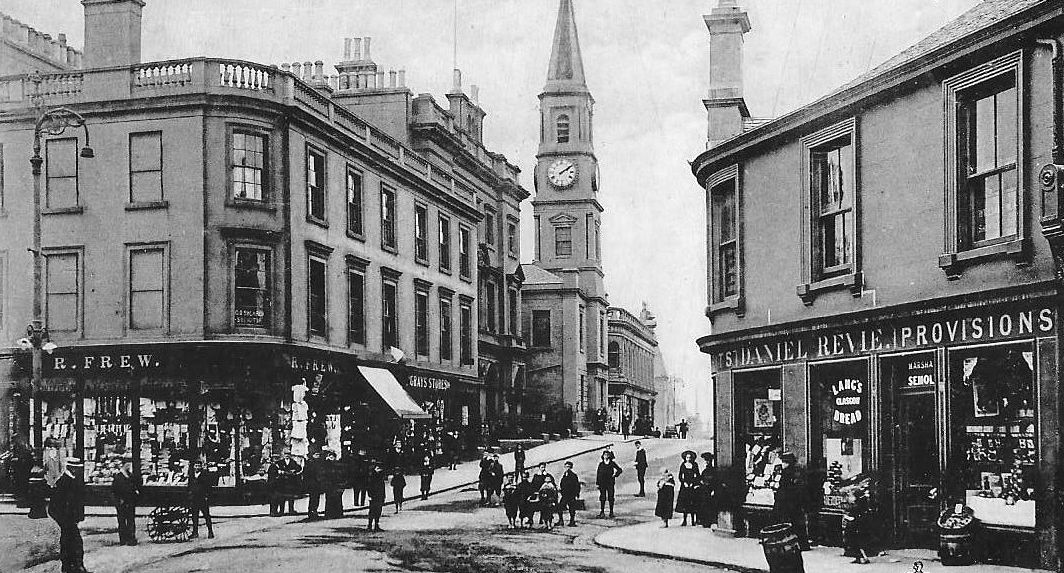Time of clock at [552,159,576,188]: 2:09
